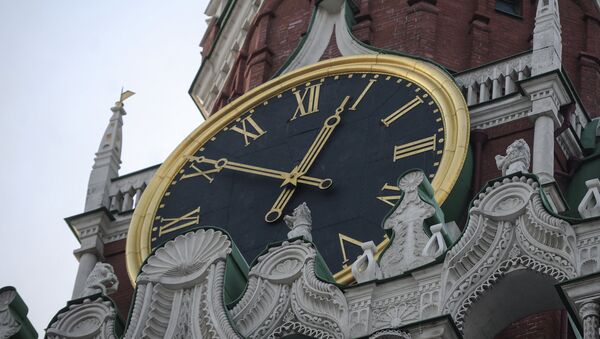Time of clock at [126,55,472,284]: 12:50
